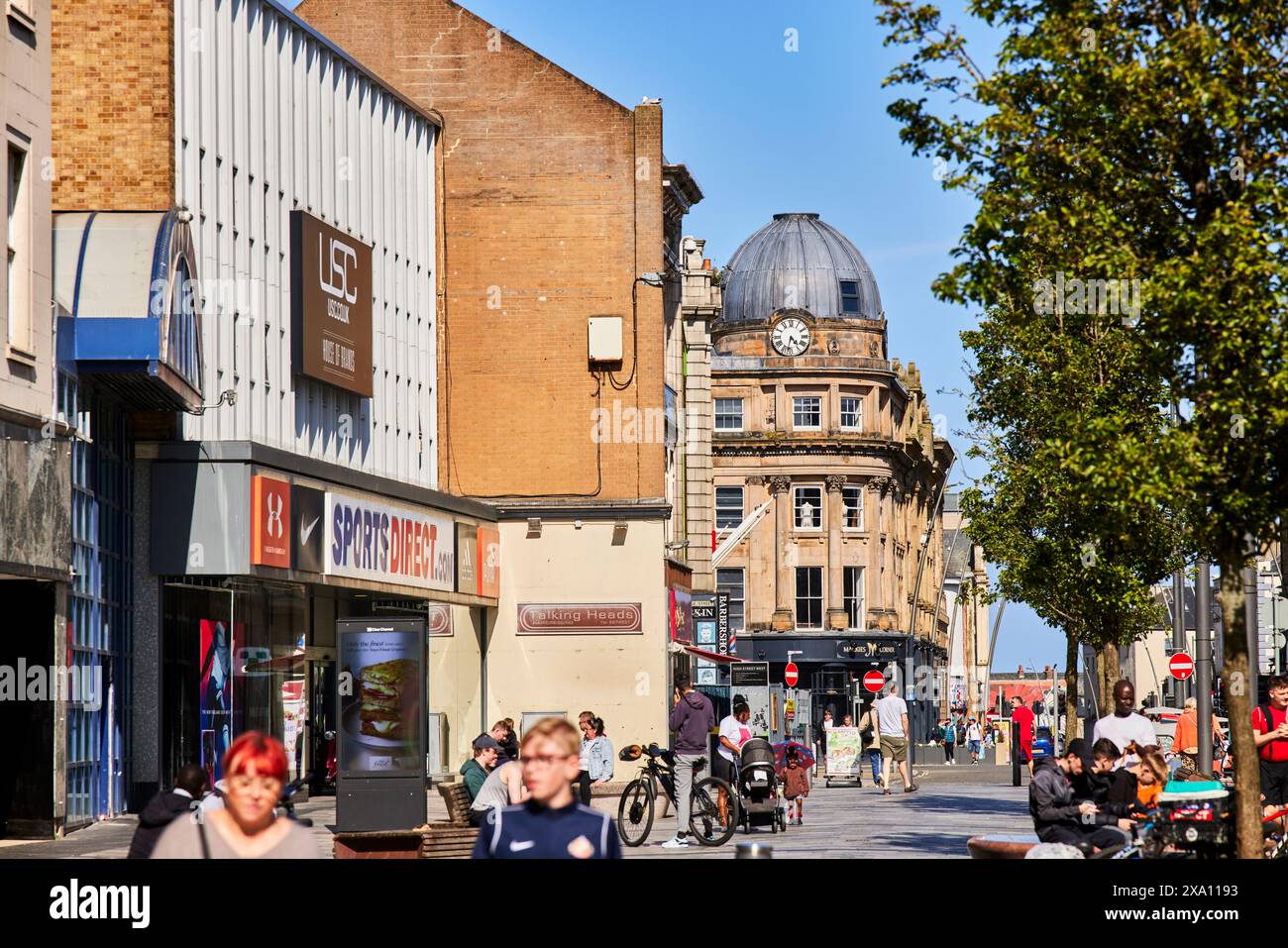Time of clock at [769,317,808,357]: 4:31
